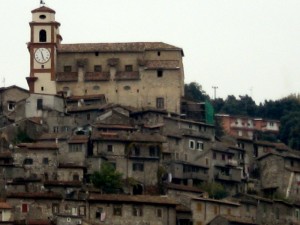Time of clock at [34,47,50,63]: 11:26
